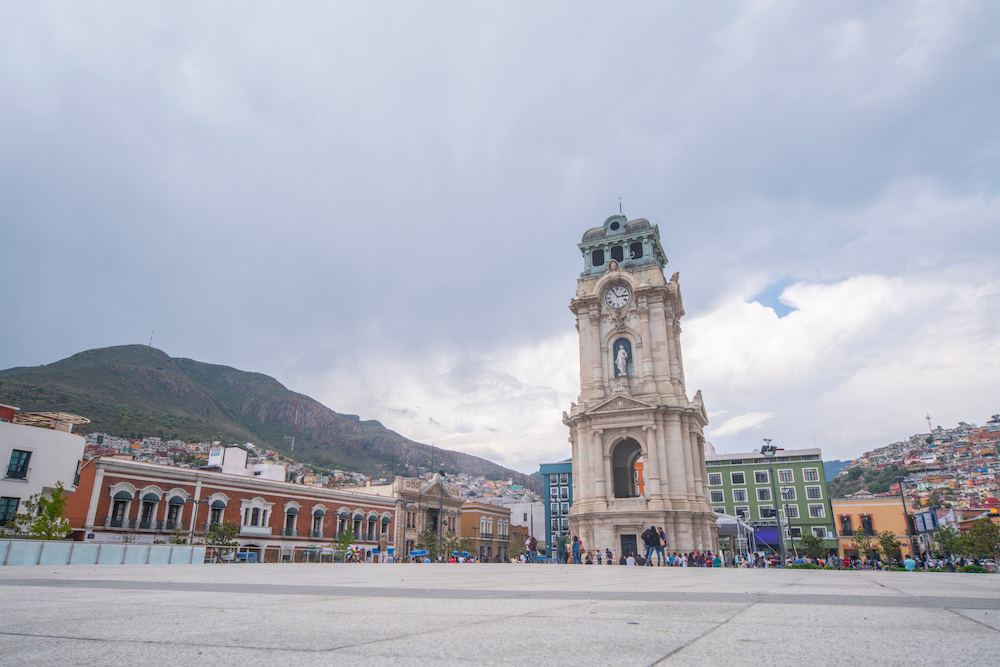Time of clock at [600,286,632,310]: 2:54
